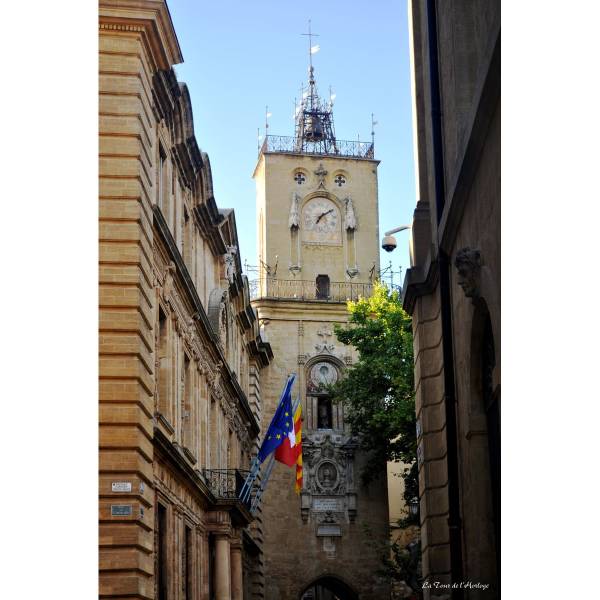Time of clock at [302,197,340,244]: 7:09
